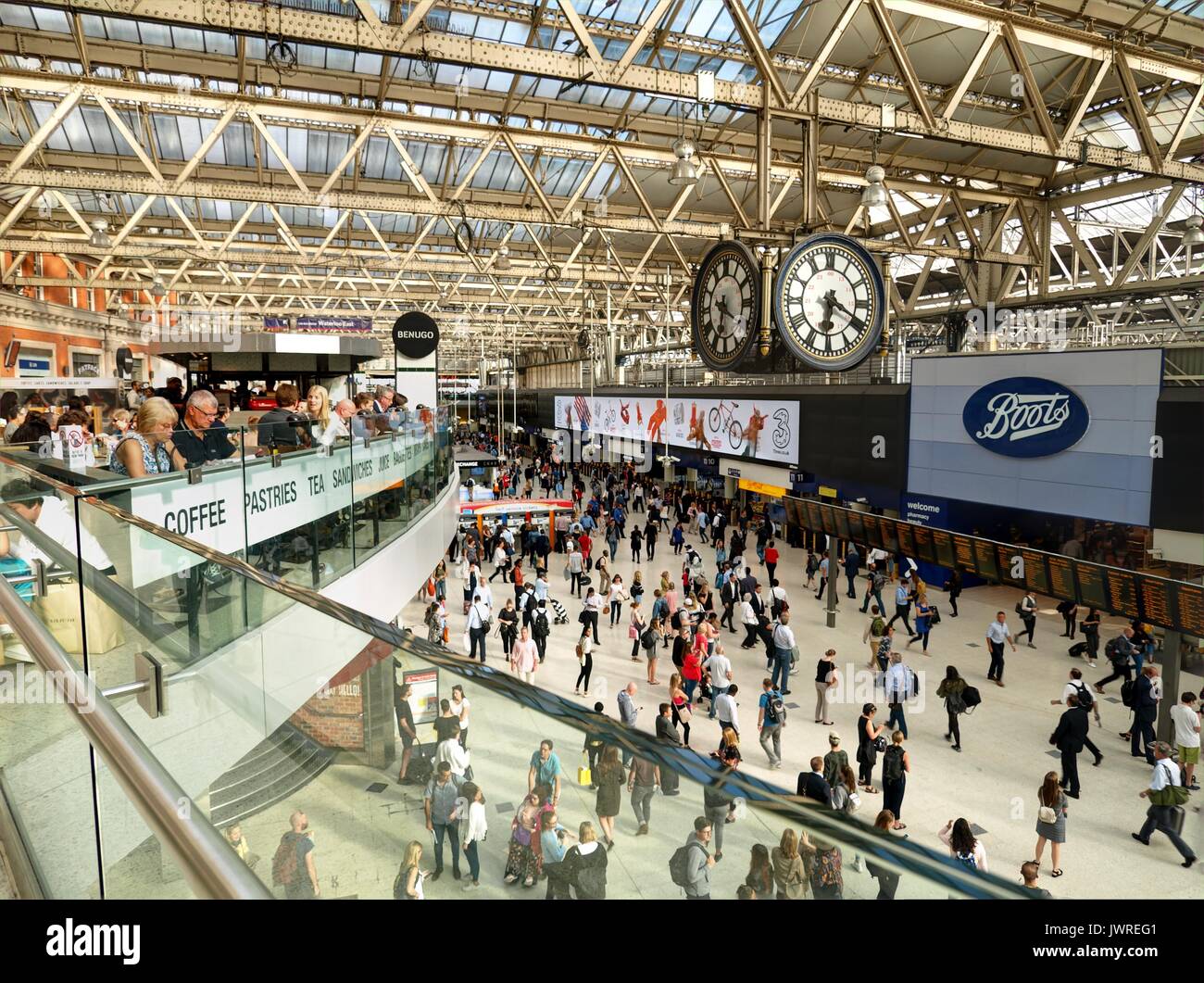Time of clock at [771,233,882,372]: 6:19
